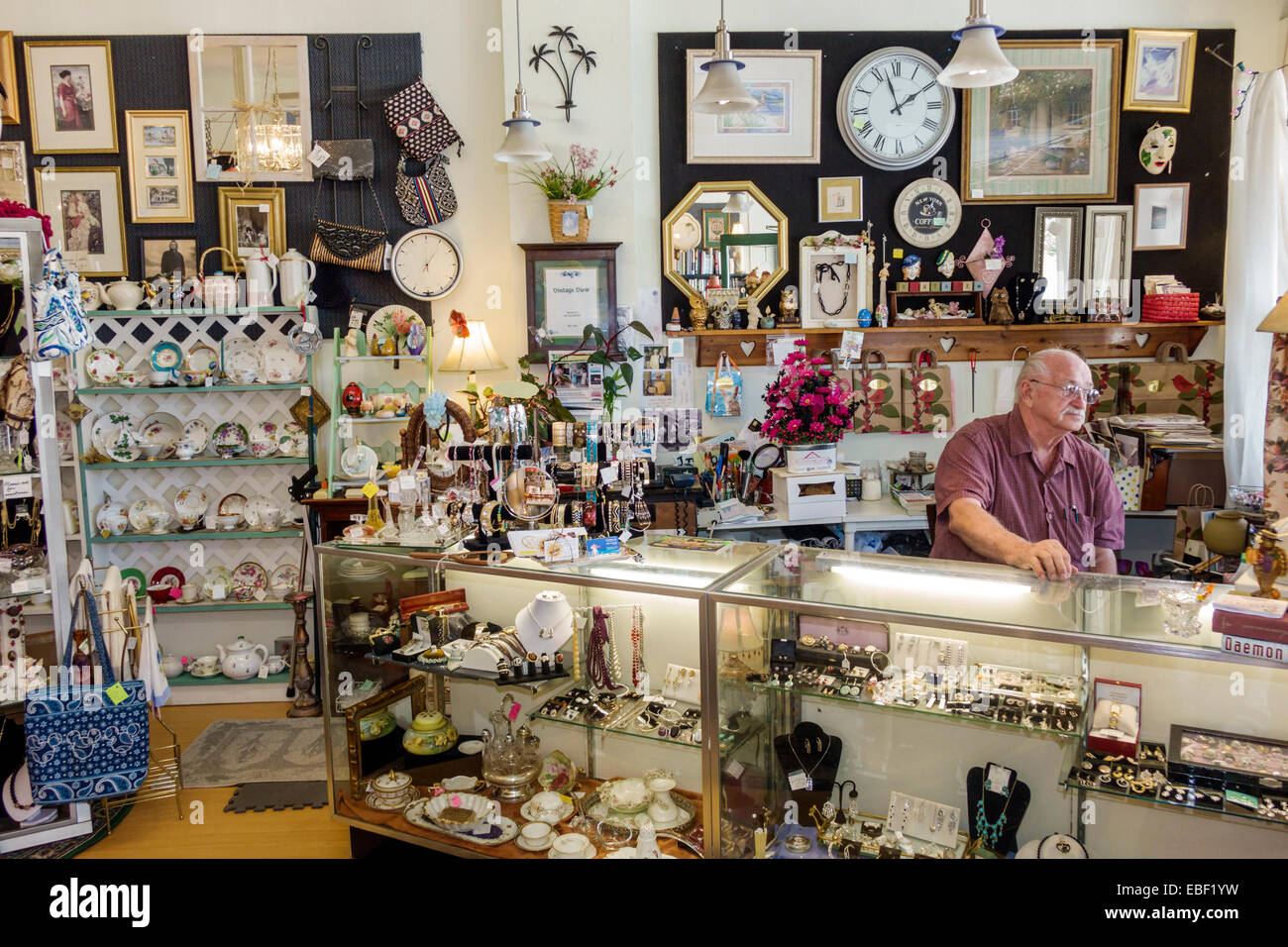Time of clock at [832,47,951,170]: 1:57
